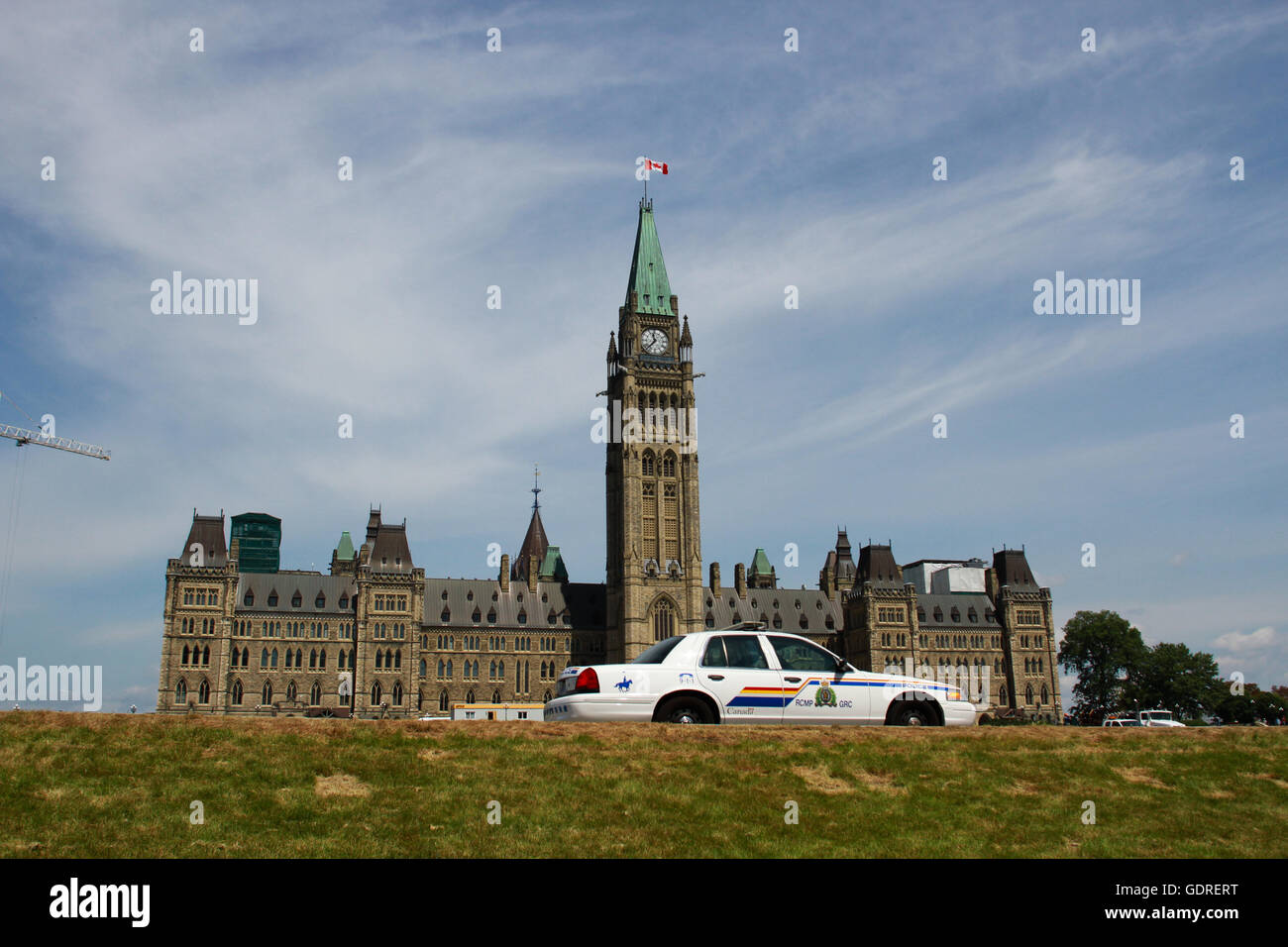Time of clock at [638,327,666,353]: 11:37
